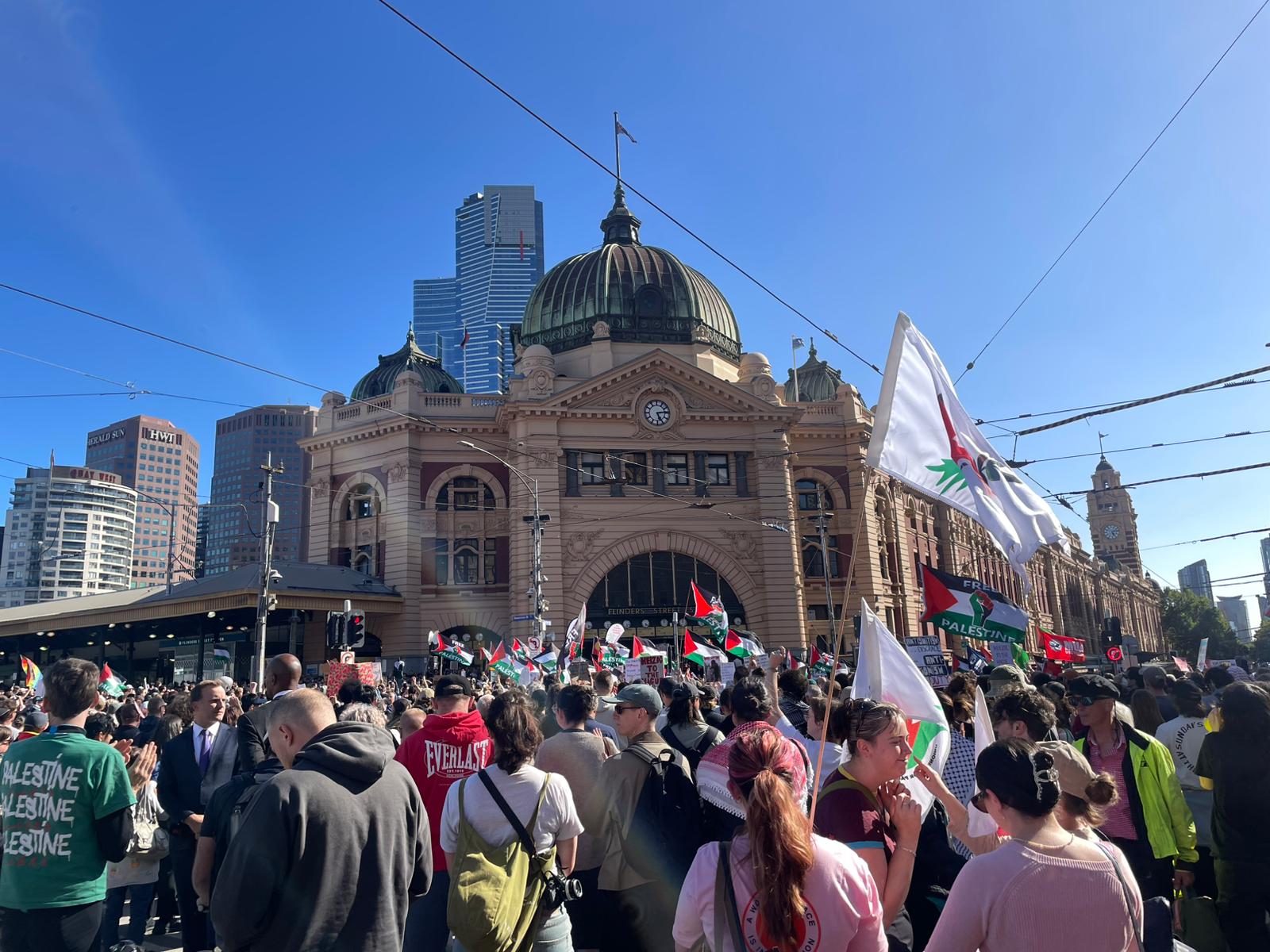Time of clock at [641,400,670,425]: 5:14
